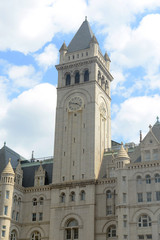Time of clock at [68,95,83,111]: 3:47
